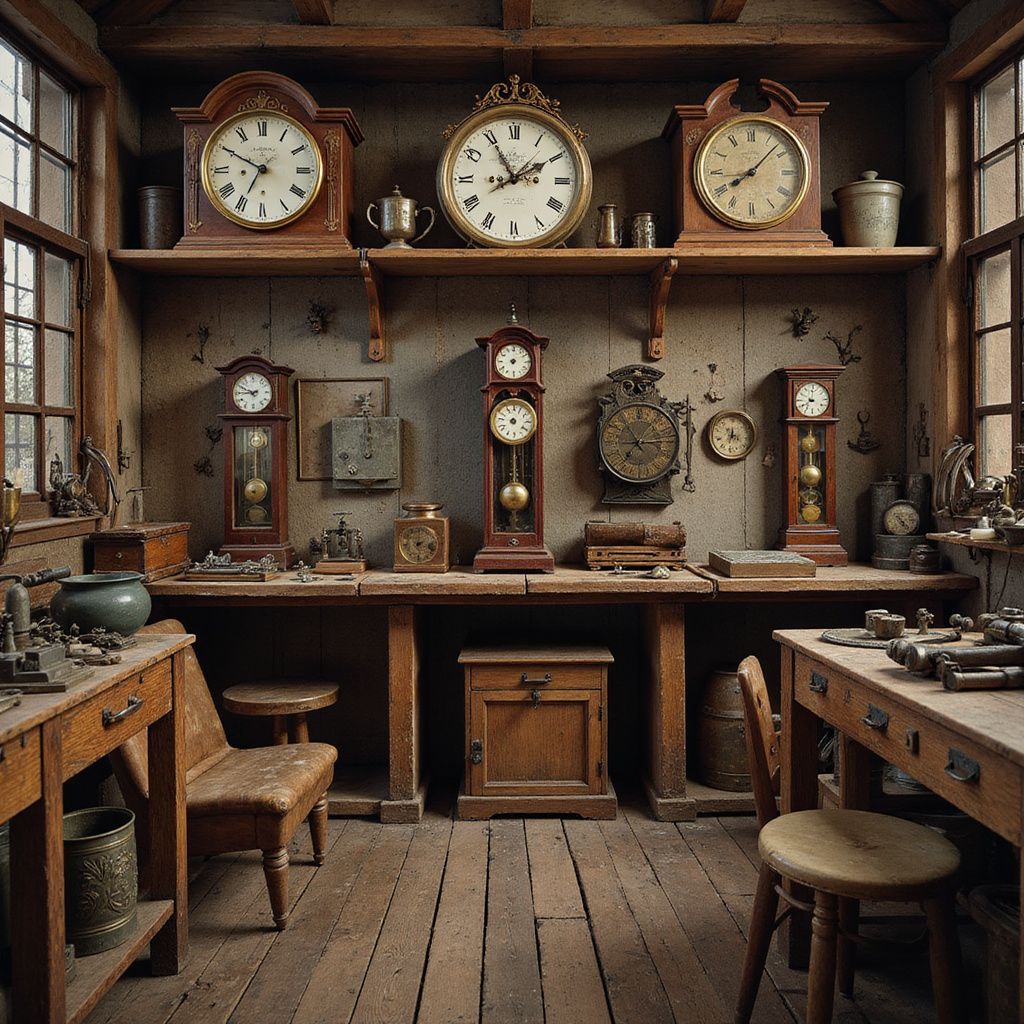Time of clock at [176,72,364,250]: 6:50
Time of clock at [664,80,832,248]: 8:07
